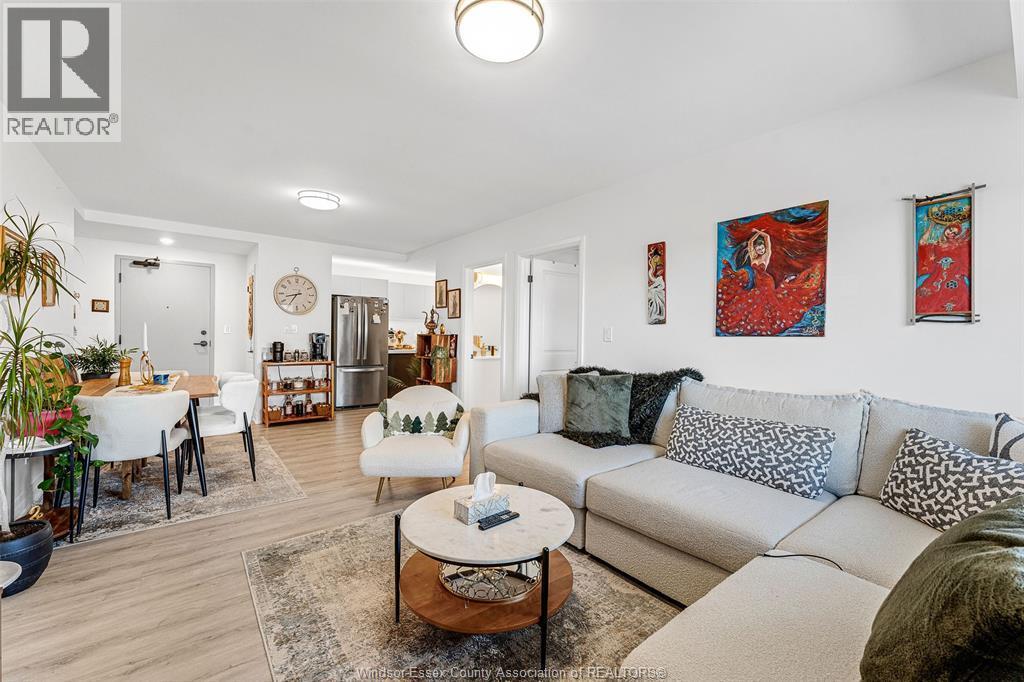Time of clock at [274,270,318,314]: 8:35
